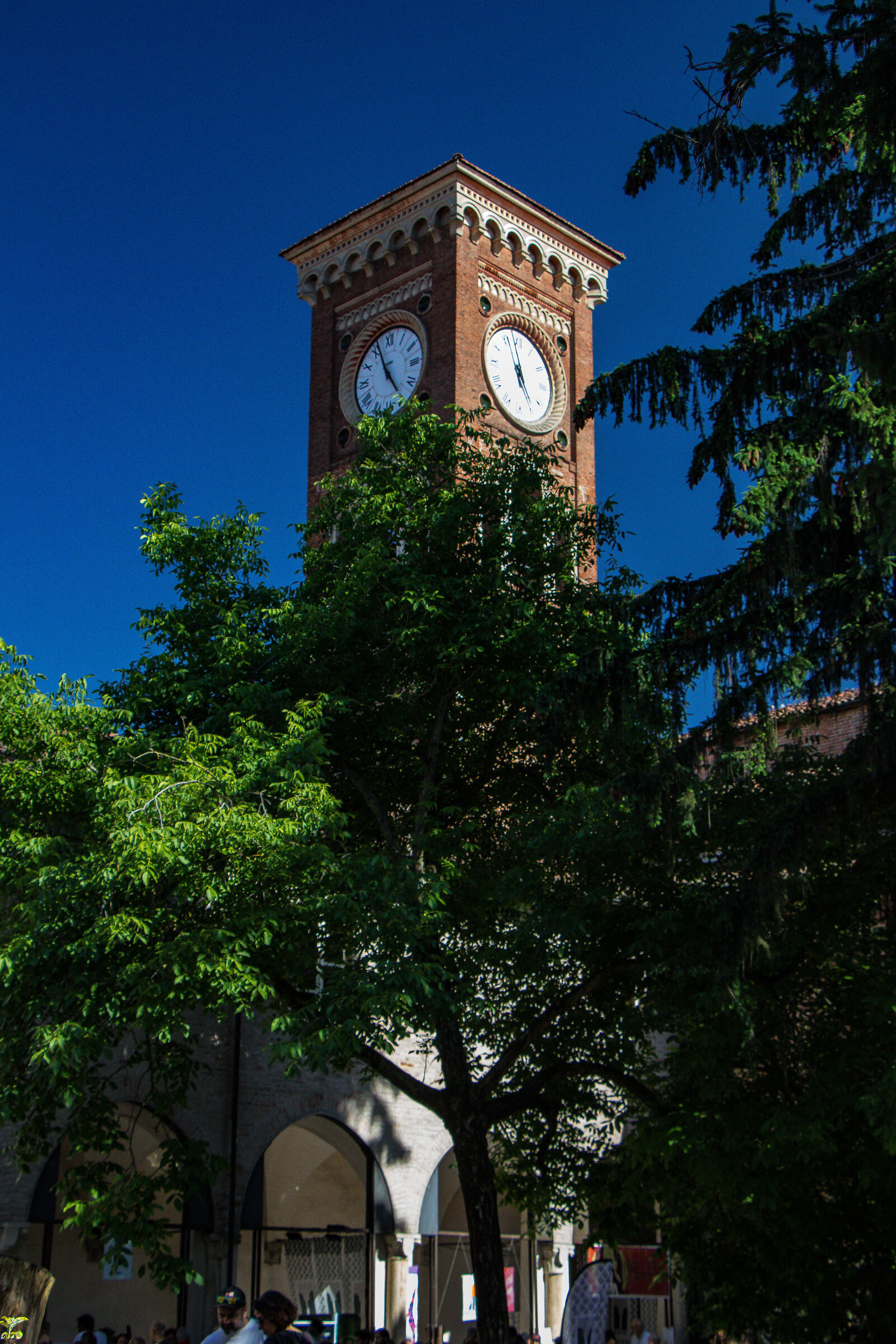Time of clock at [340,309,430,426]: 4:56
